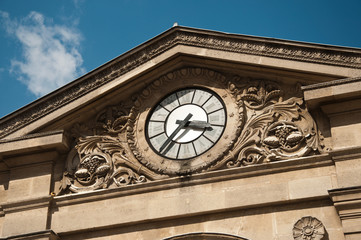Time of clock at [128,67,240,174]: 3:35
